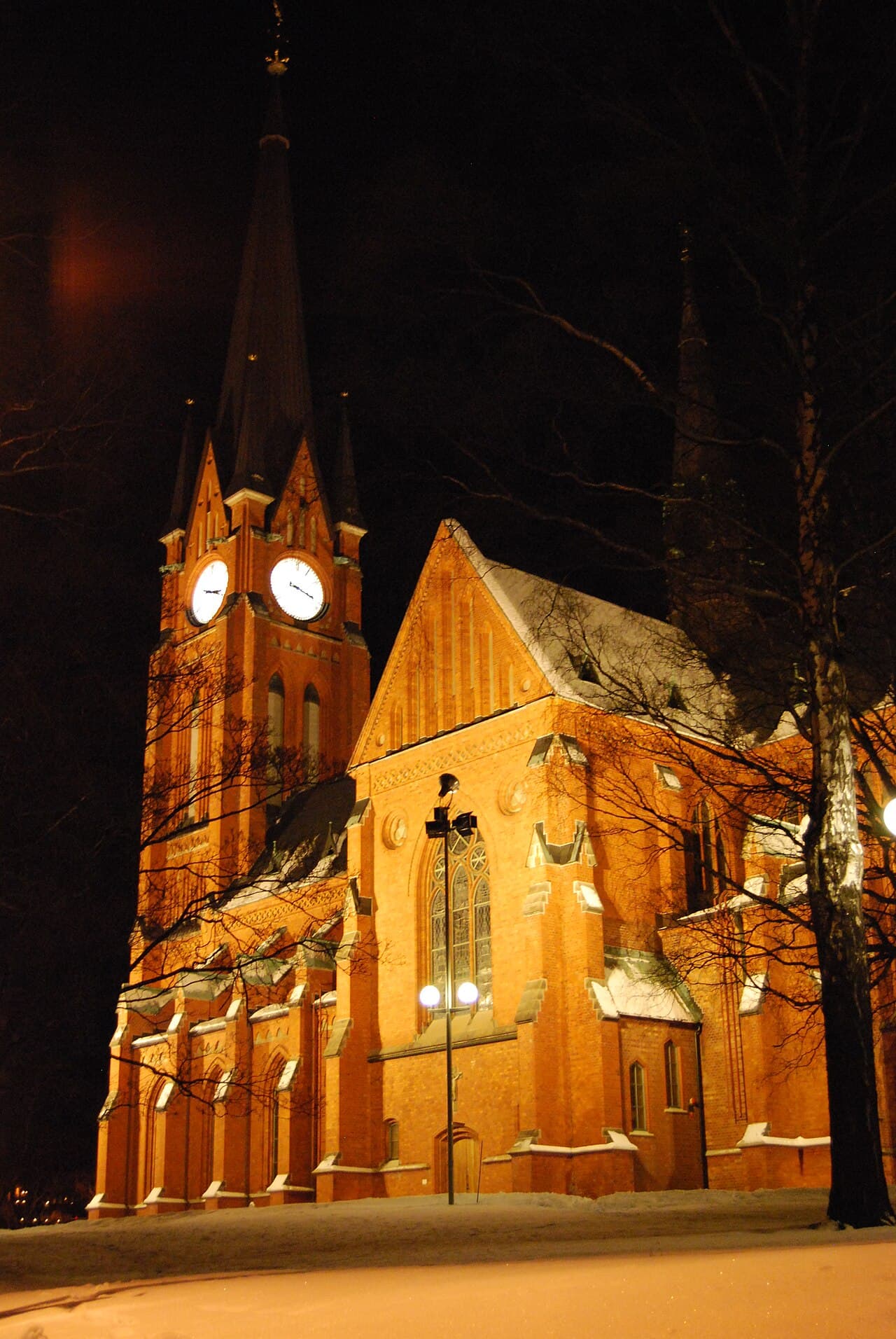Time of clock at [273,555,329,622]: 3:17
